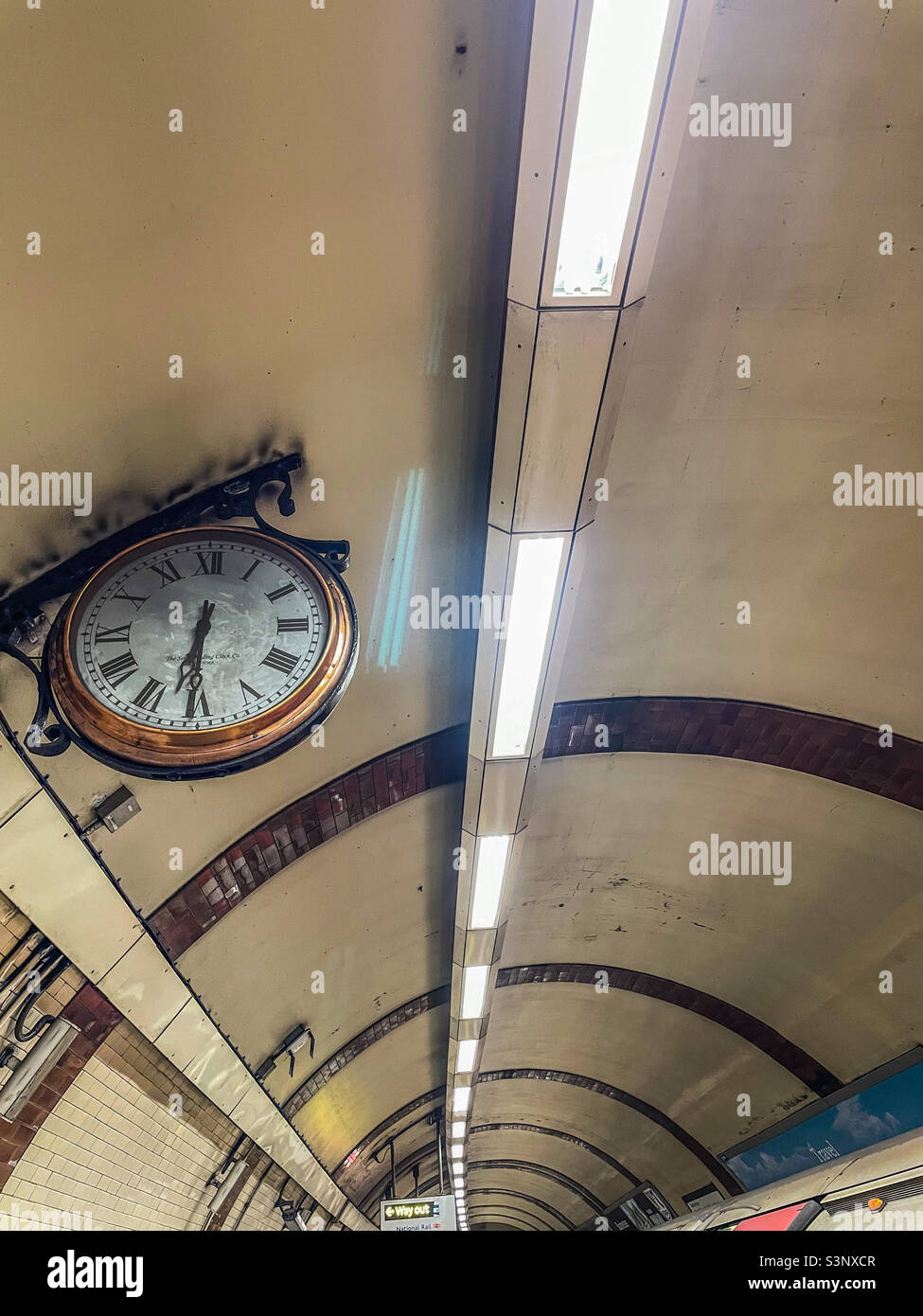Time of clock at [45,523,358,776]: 6:30
